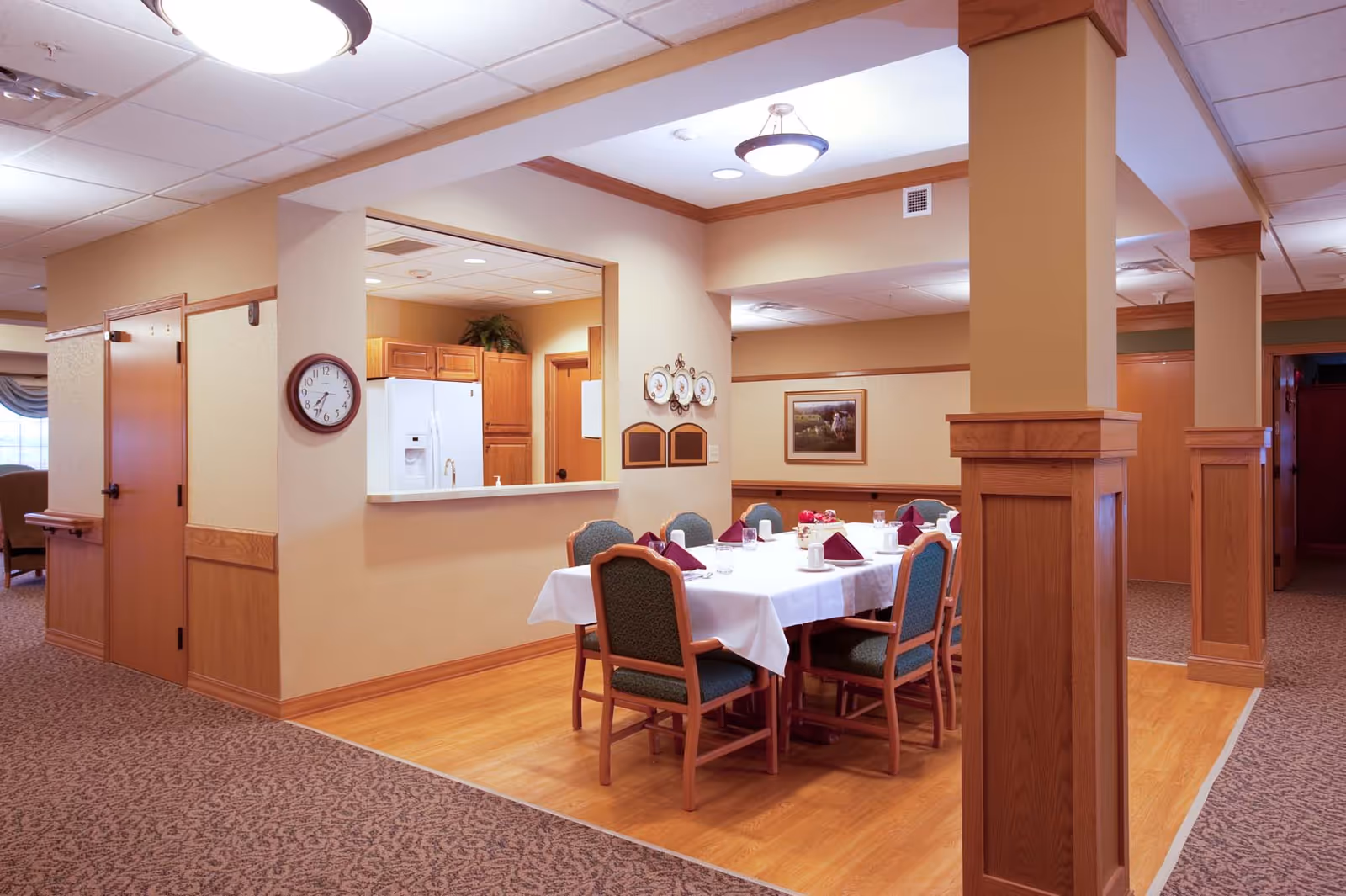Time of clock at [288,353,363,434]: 7:33
